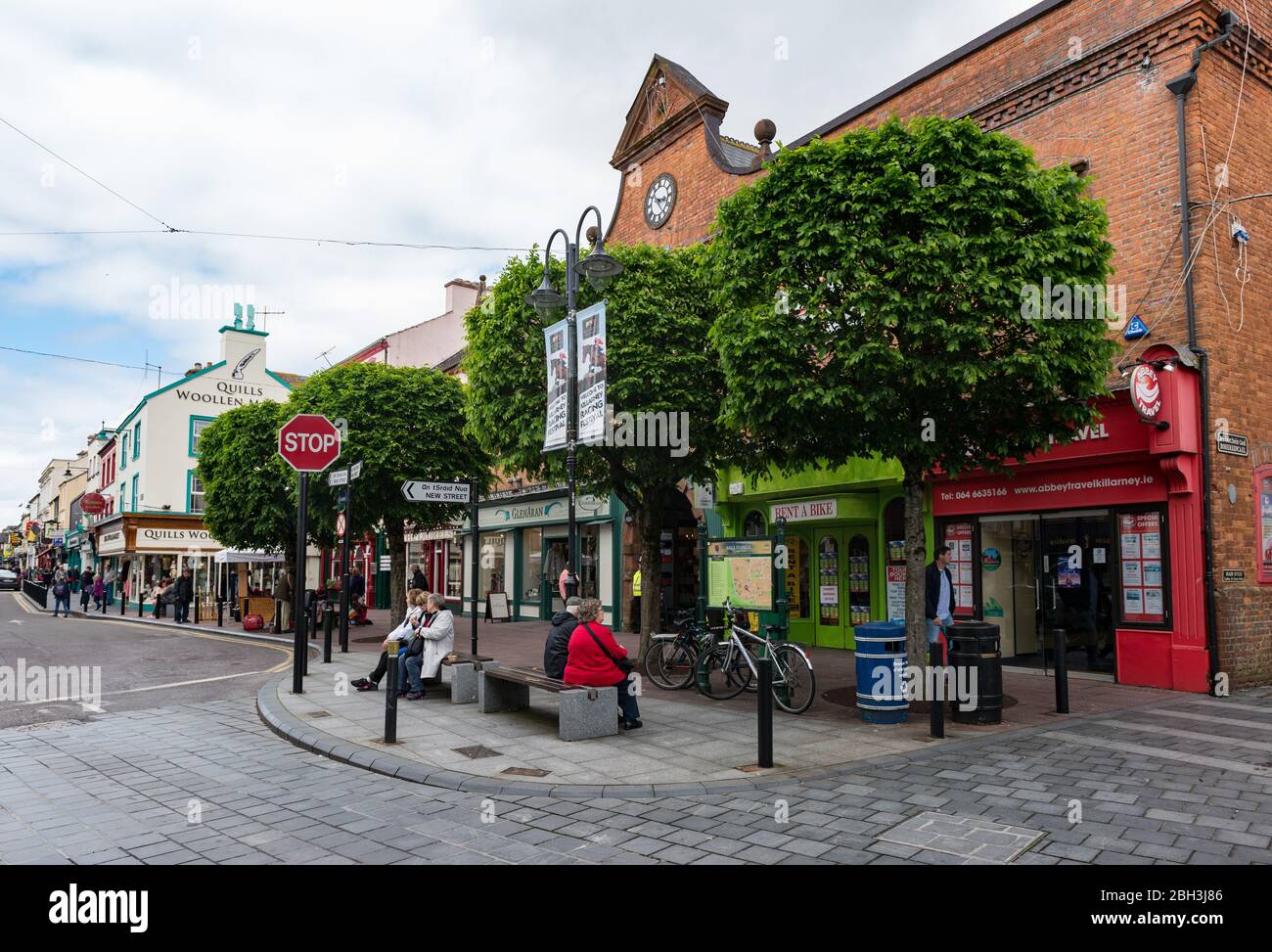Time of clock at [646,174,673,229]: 3:22
